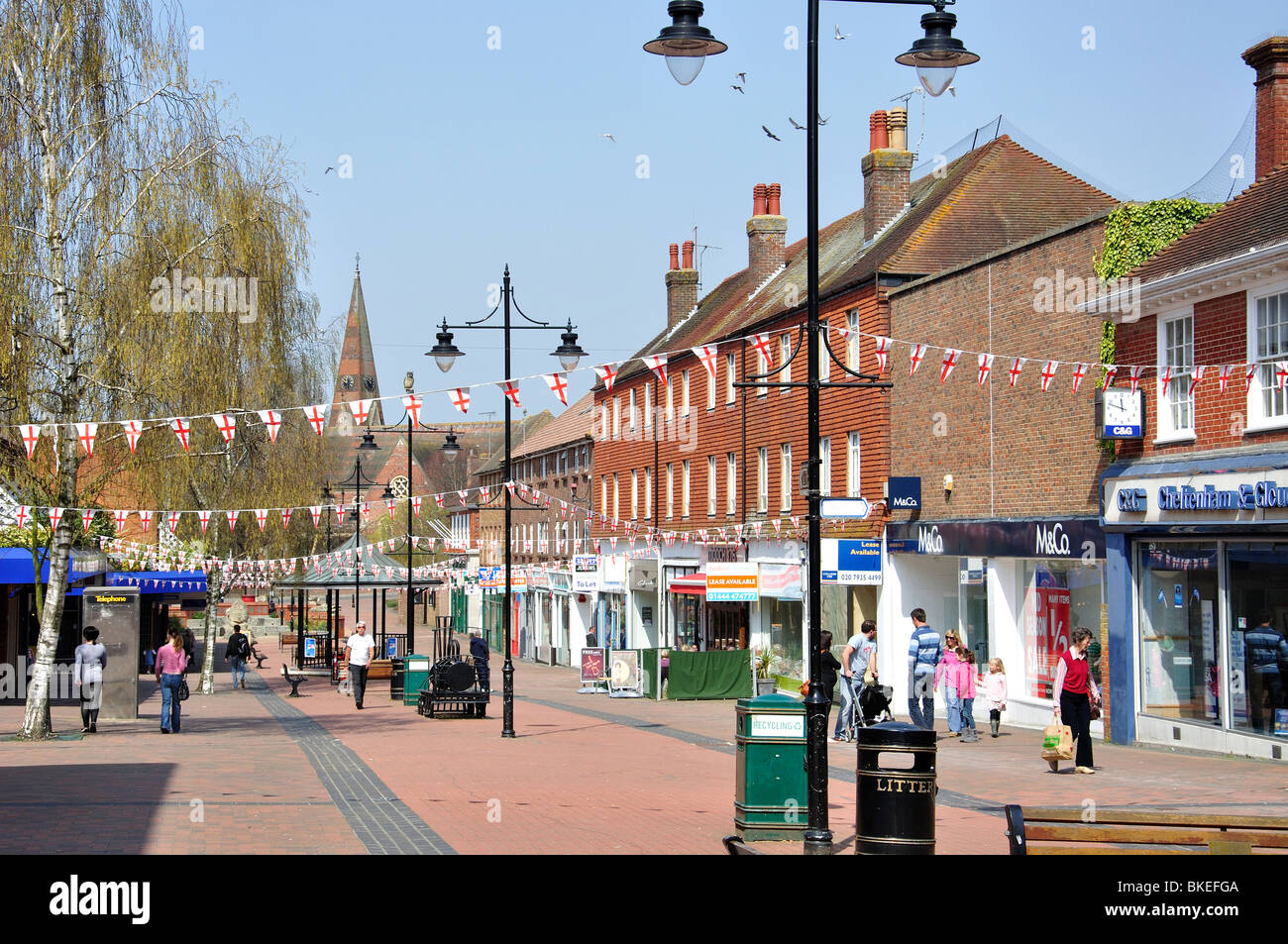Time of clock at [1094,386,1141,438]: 11:47
